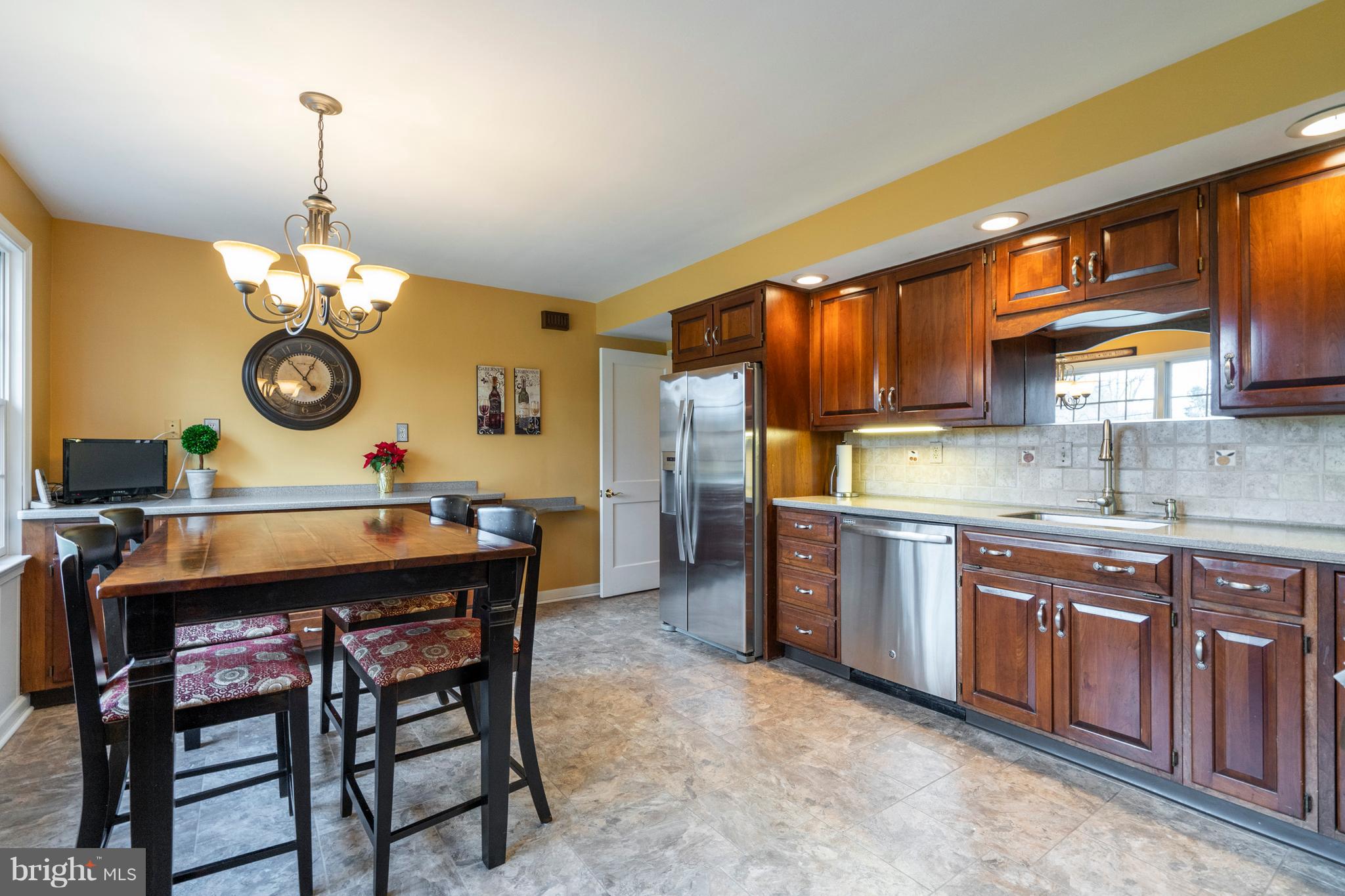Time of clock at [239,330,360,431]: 12:53
